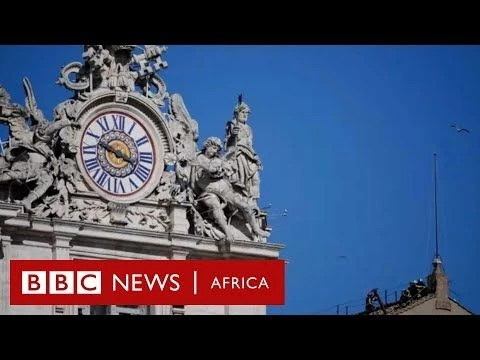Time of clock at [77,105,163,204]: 3:48
